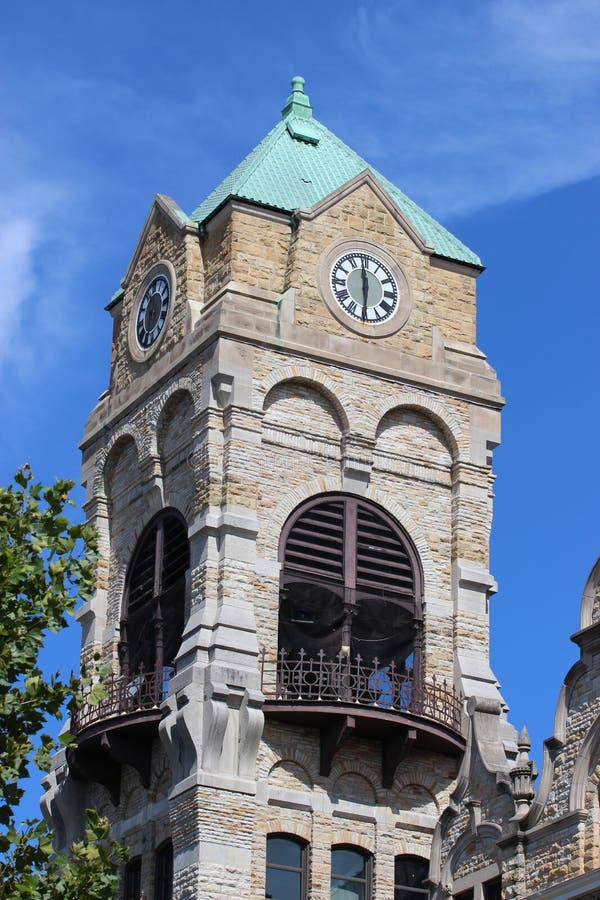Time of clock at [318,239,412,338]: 5:59
